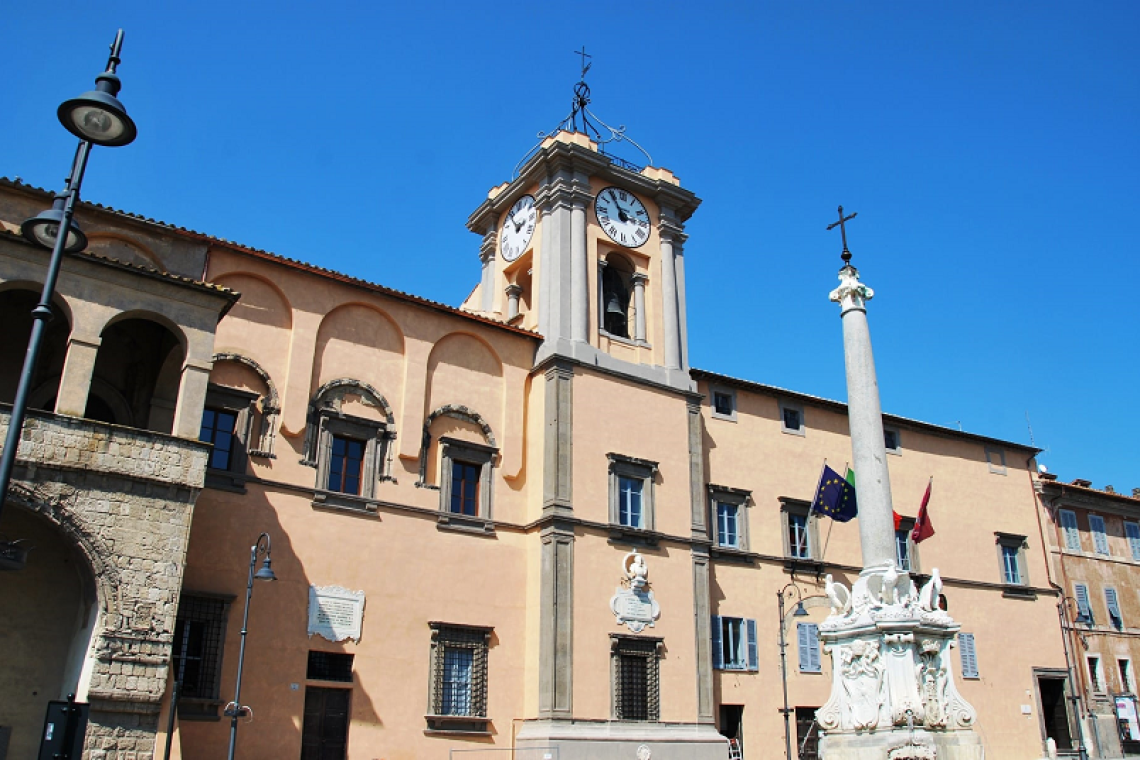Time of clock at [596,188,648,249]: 2:54
